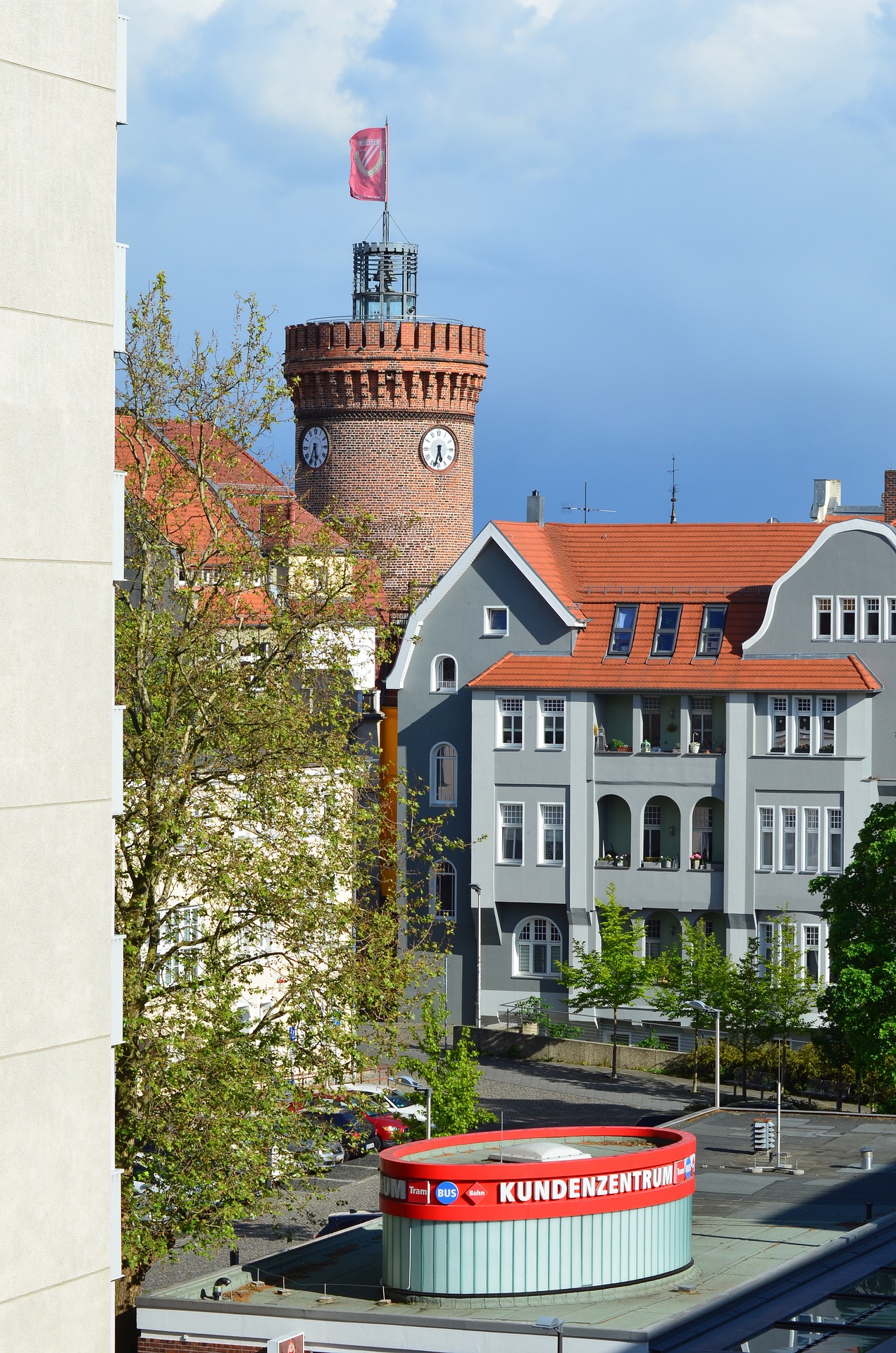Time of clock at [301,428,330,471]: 5:35
